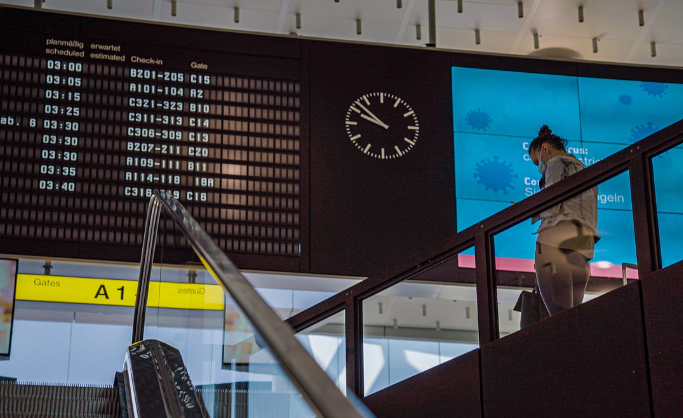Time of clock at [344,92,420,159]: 9:52
